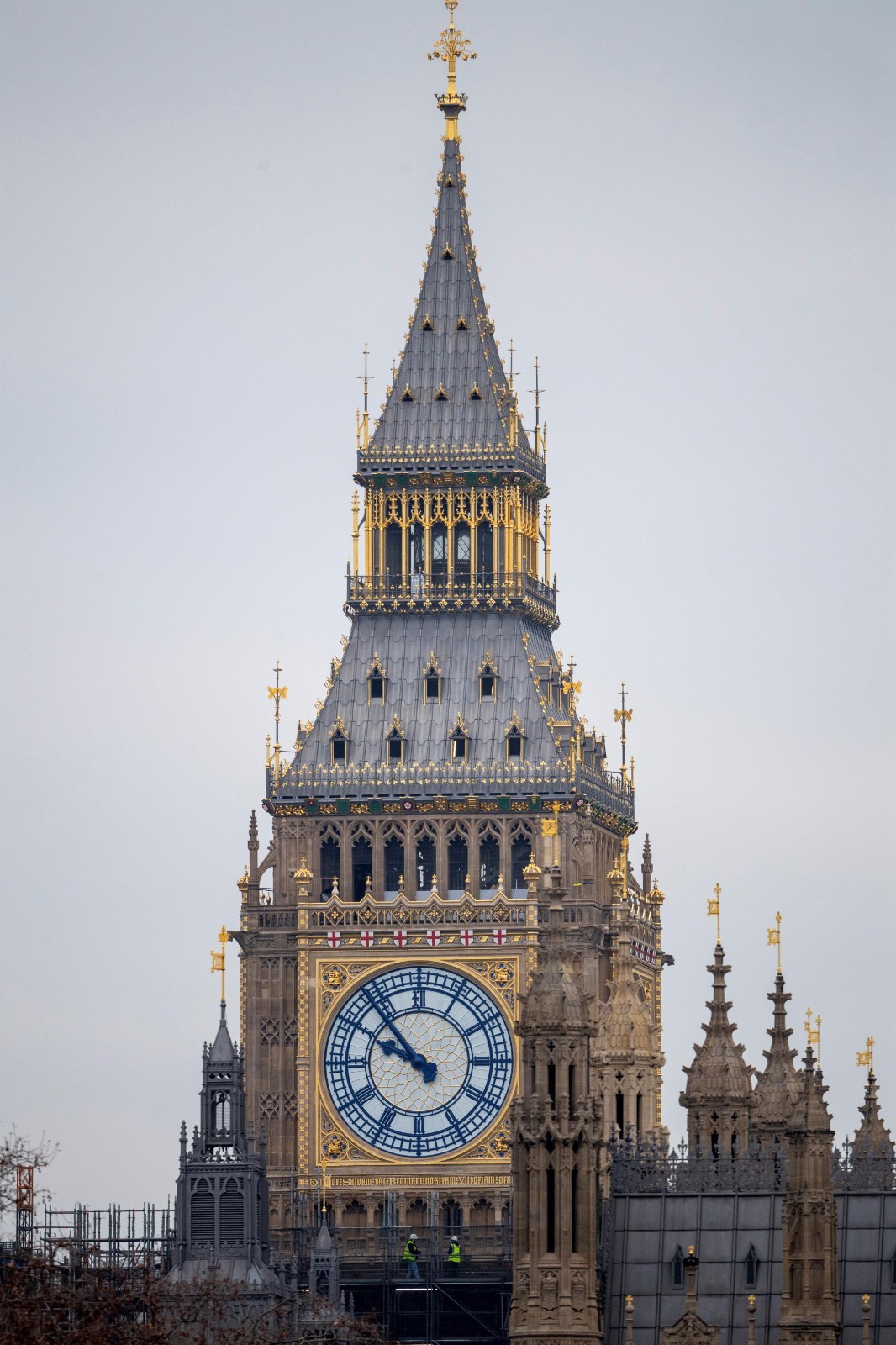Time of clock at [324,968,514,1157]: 9:53
